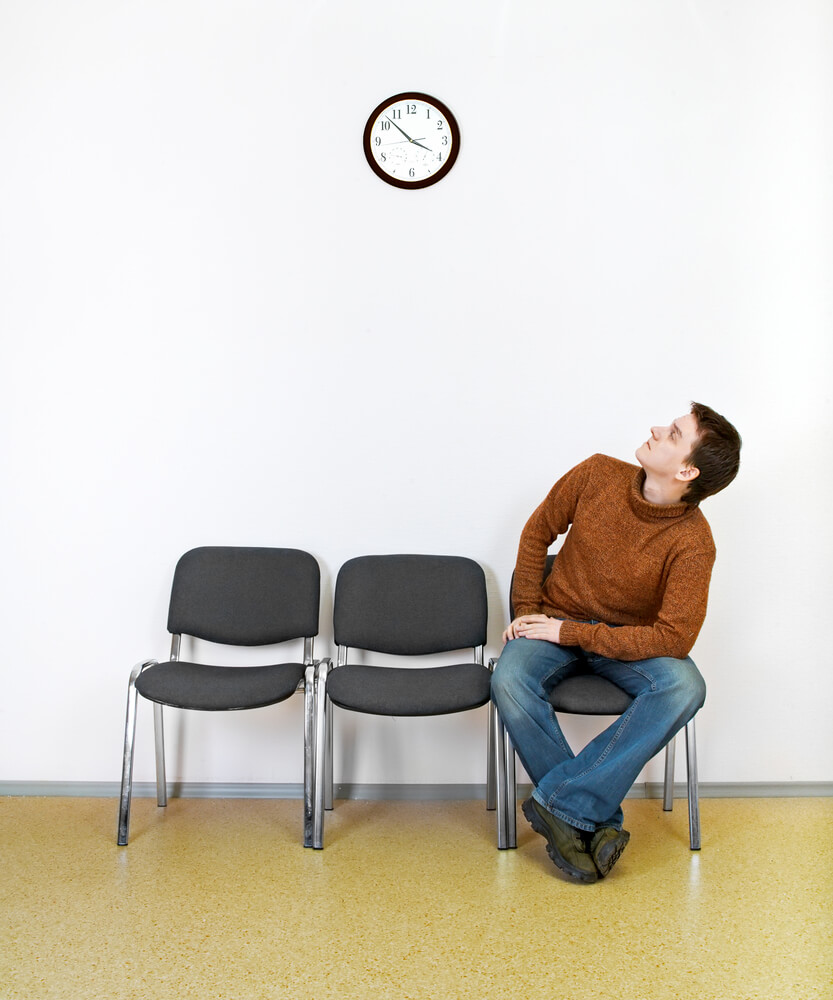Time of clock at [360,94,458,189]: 3:52
